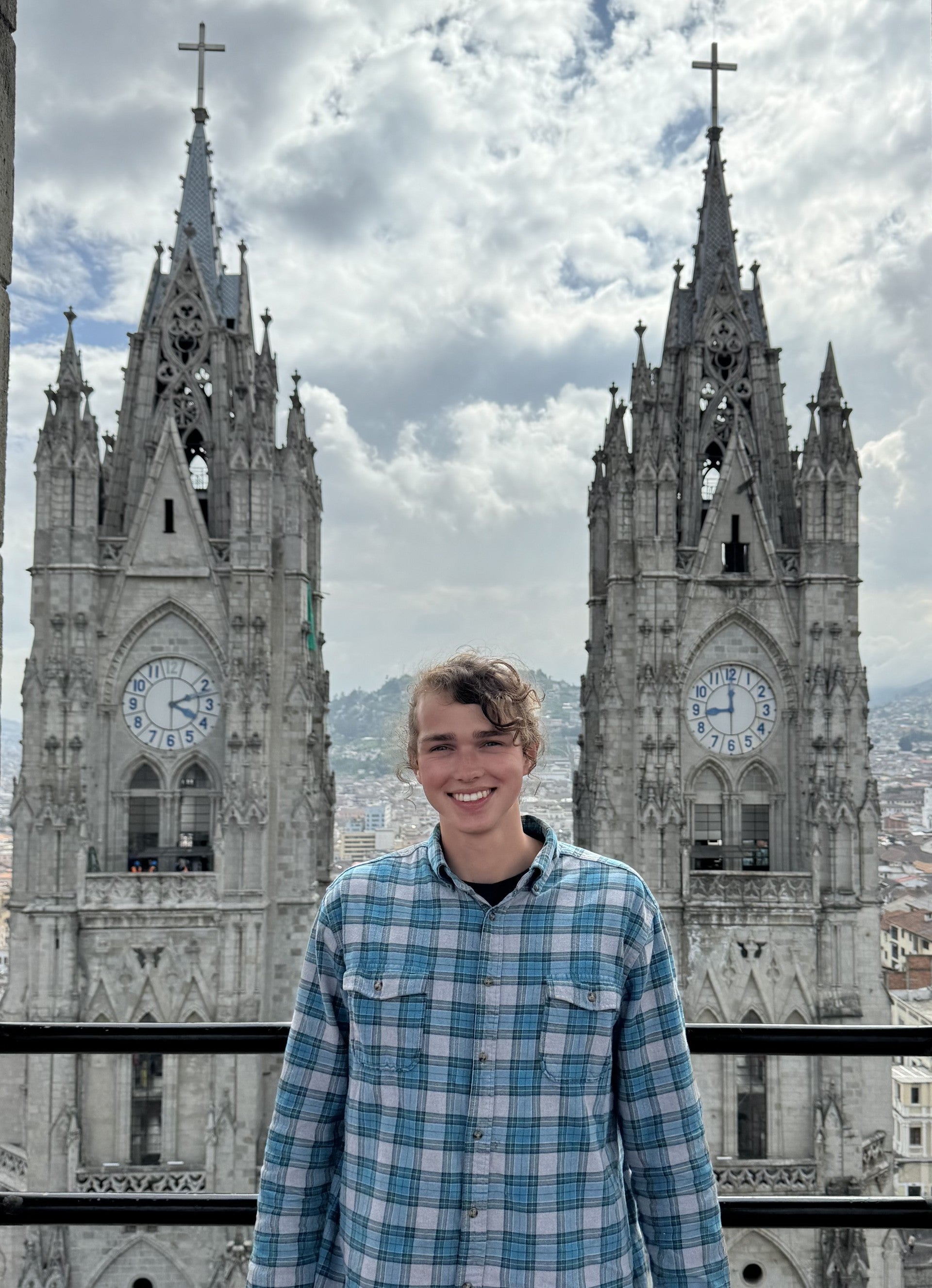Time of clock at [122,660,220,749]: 4:12
